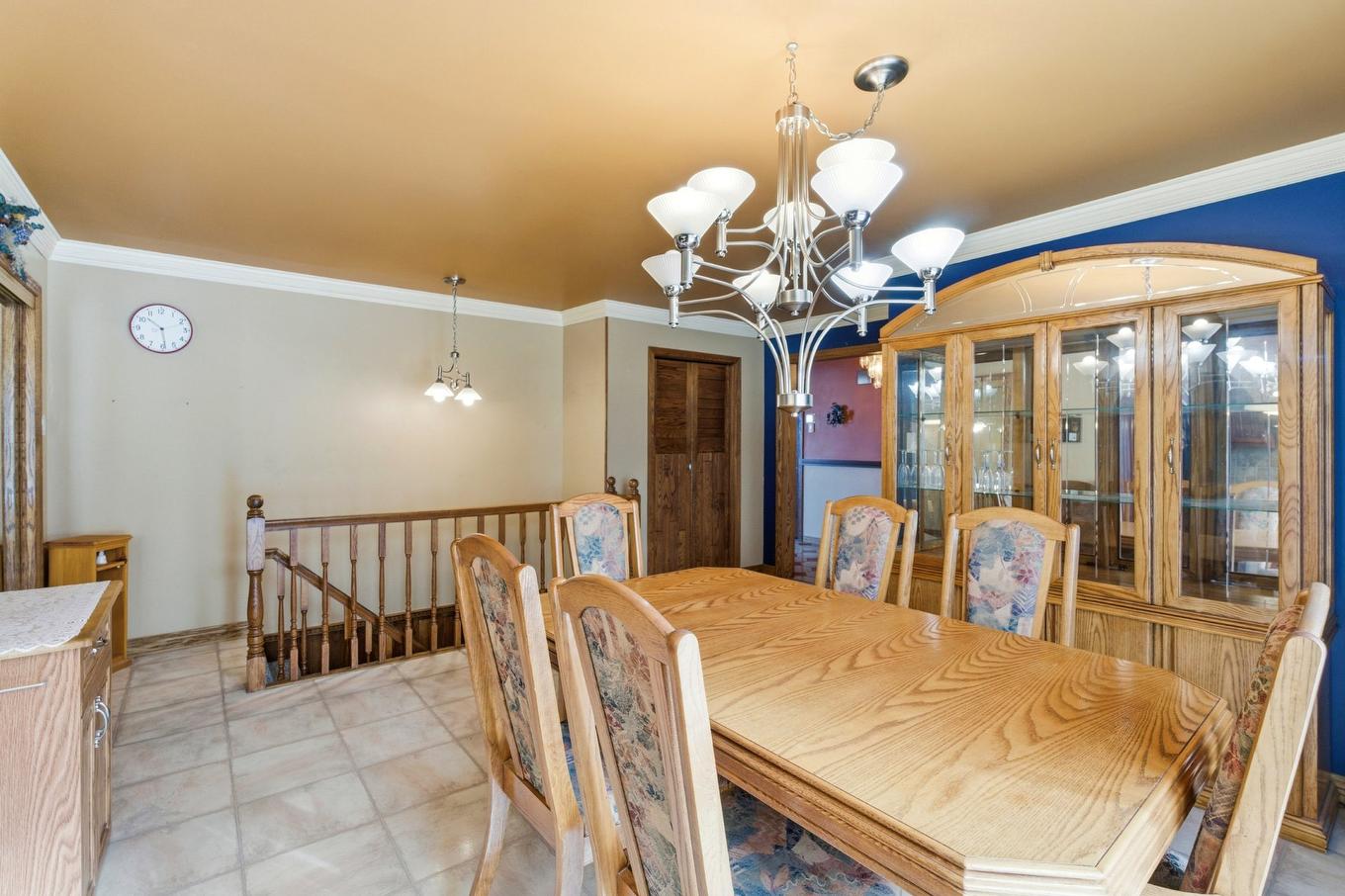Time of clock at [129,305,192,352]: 10:28
